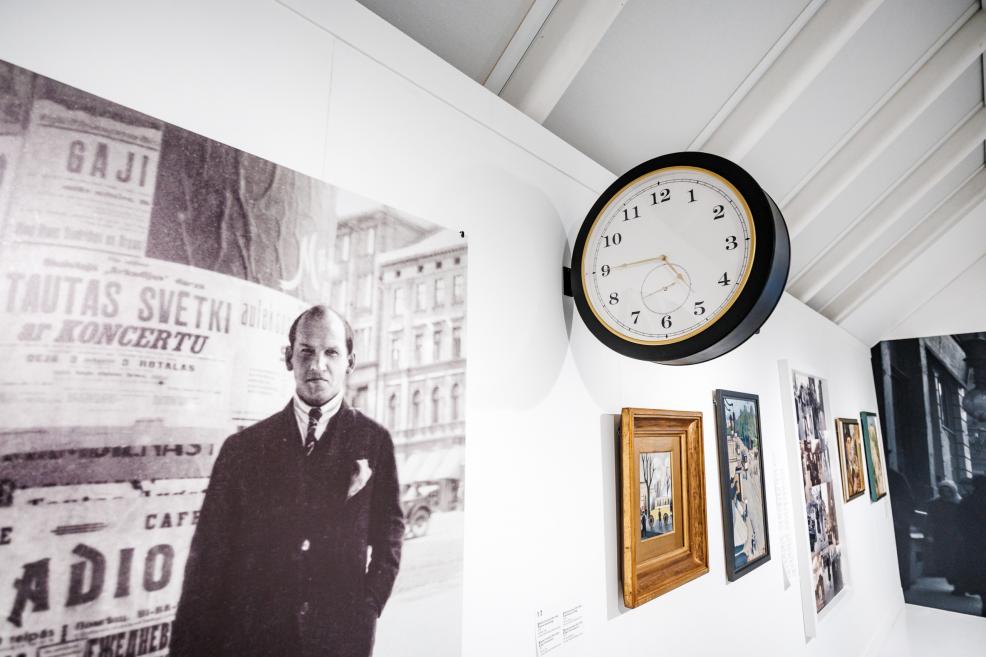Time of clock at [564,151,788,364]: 4:45
